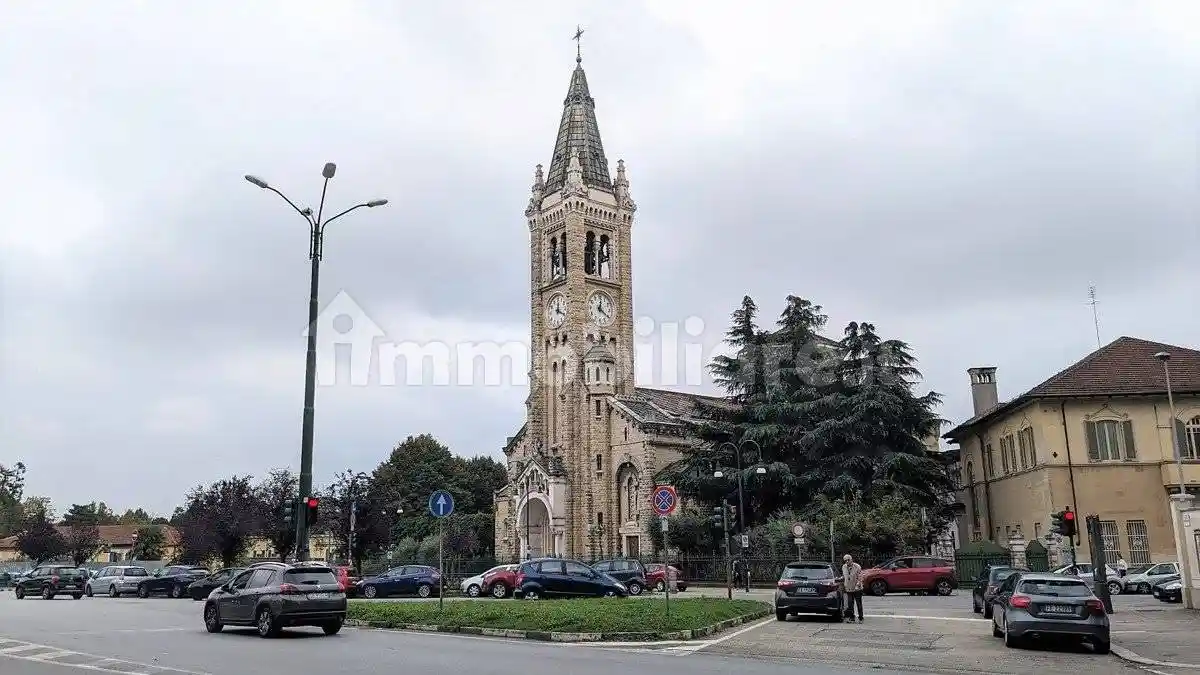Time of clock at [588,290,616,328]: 12:20
